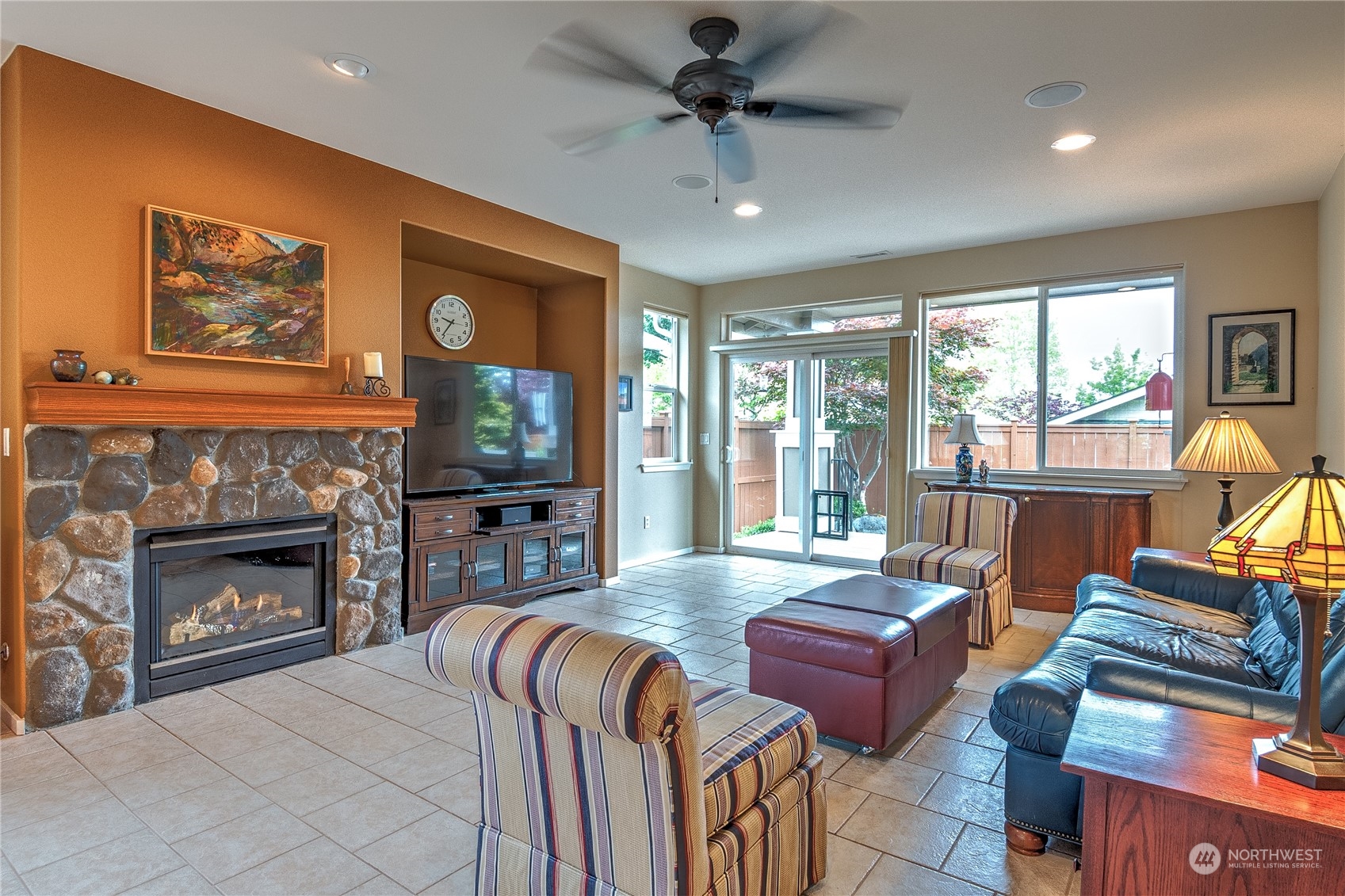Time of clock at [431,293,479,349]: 9:36
